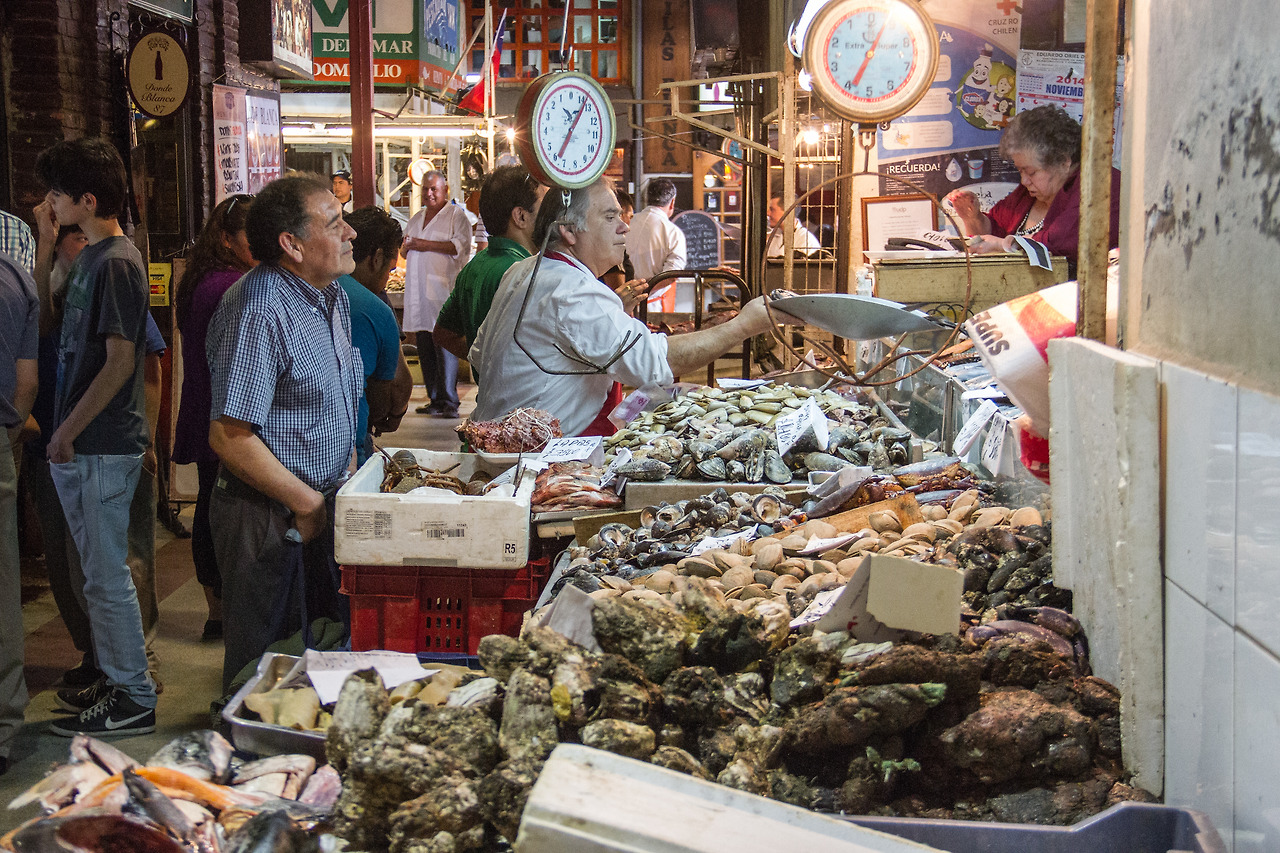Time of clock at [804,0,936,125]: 12:34
